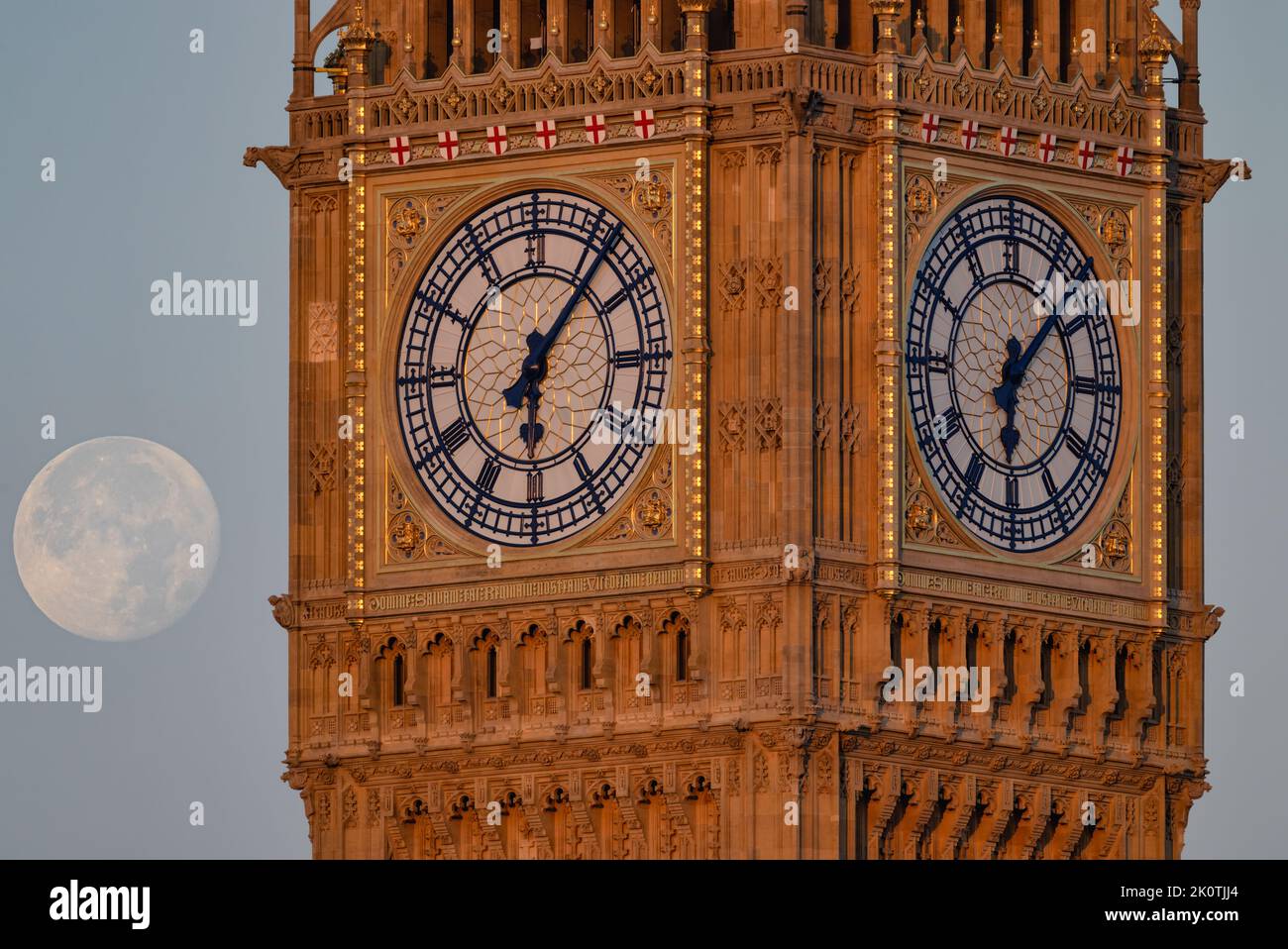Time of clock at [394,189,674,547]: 6:06
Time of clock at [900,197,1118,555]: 6:07
